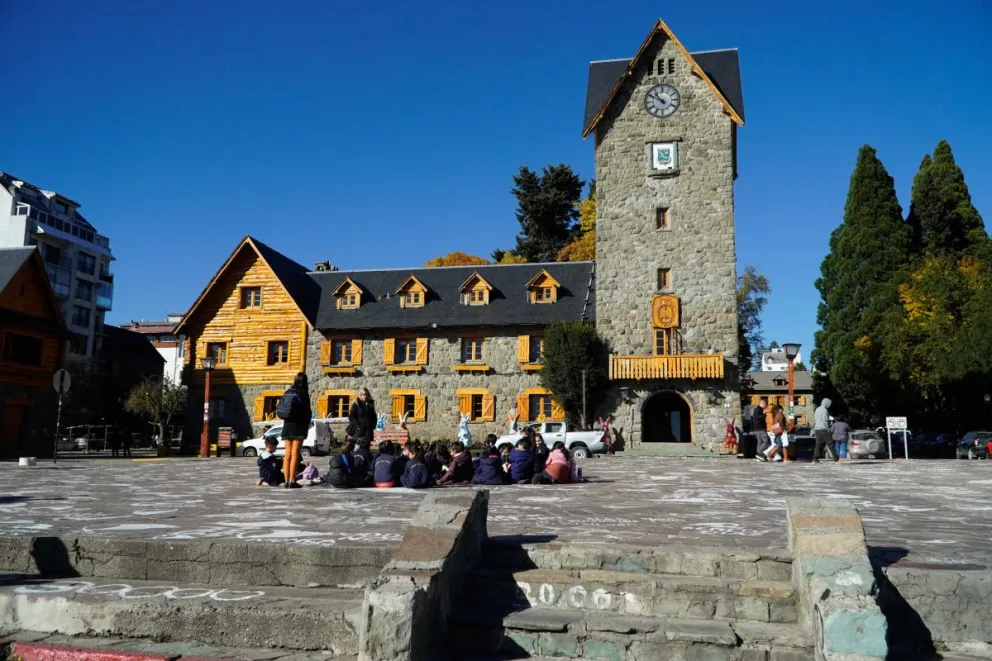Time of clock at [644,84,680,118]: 10:50
